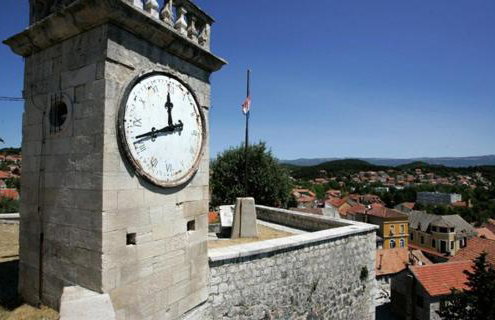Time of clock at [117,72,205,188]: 11:41
